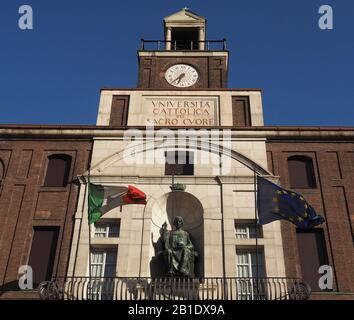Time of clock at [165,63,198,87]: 6:37
